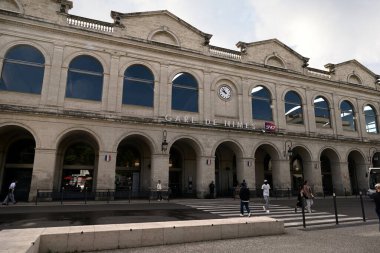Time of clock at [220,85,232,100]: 9:54
